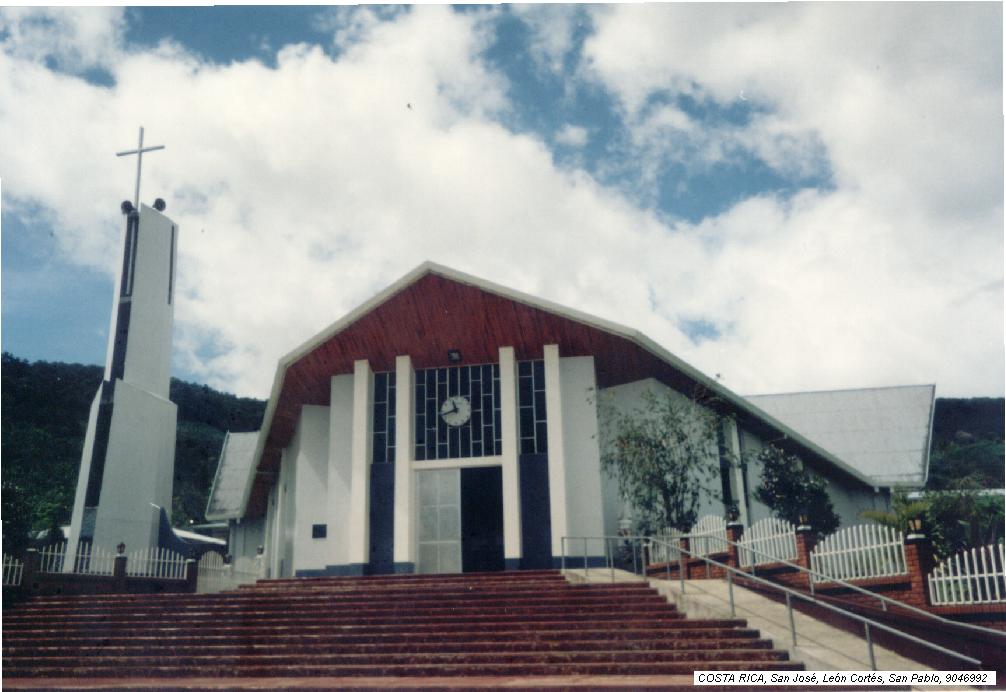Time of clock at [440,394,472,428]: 11:42
